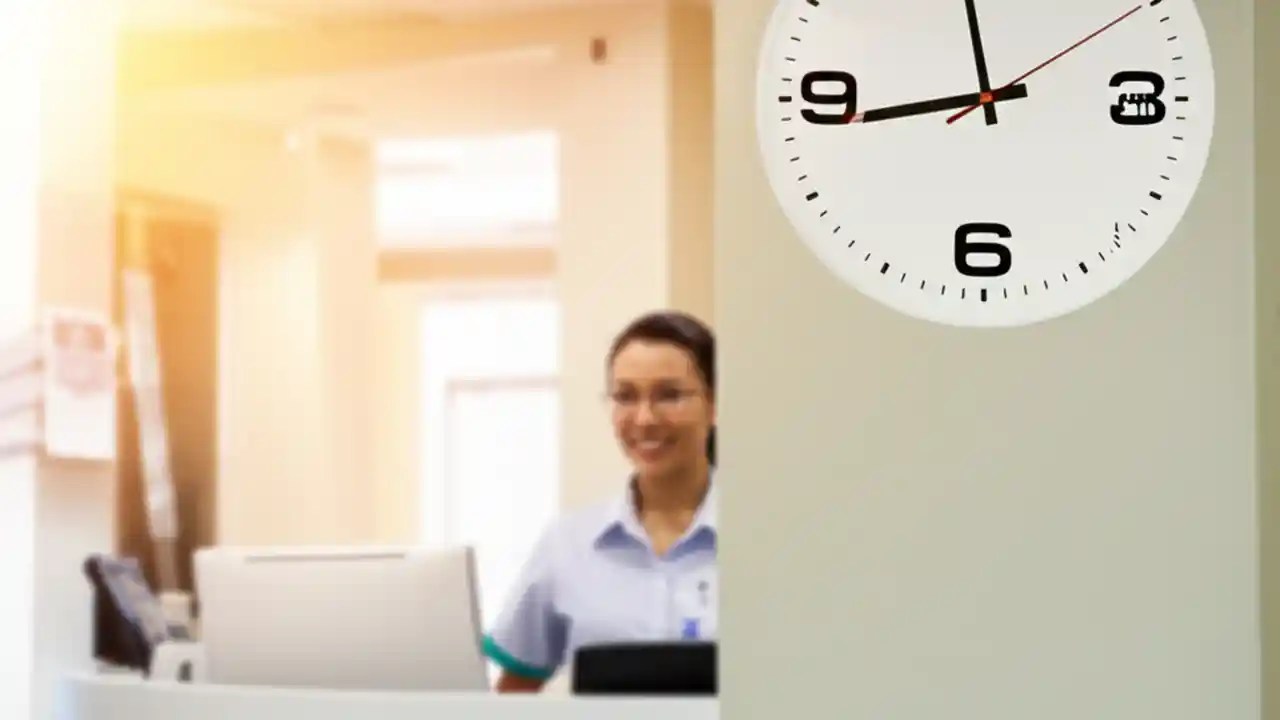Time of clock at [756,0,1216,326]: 11:43
